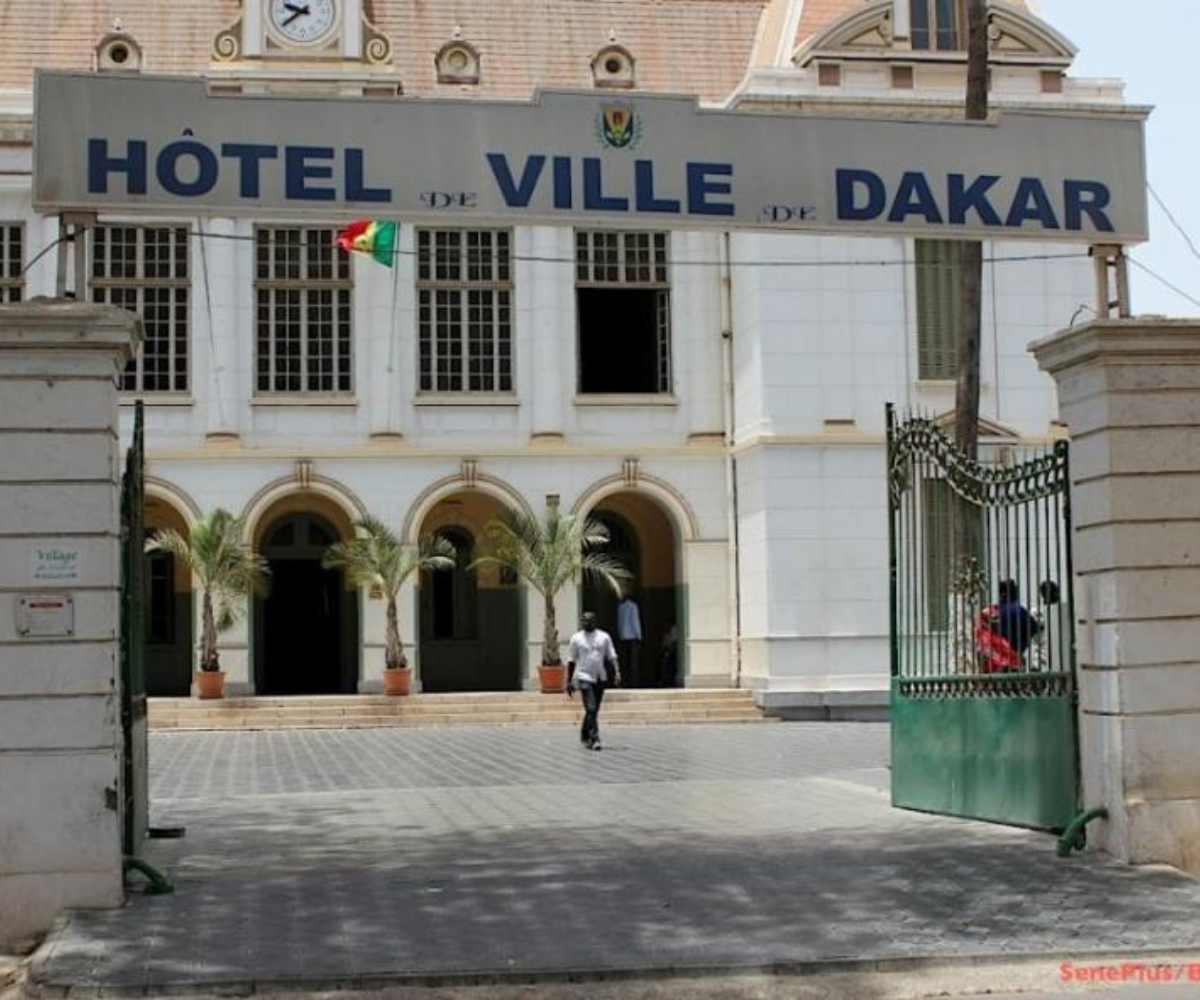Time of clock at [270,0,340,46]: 9:38
